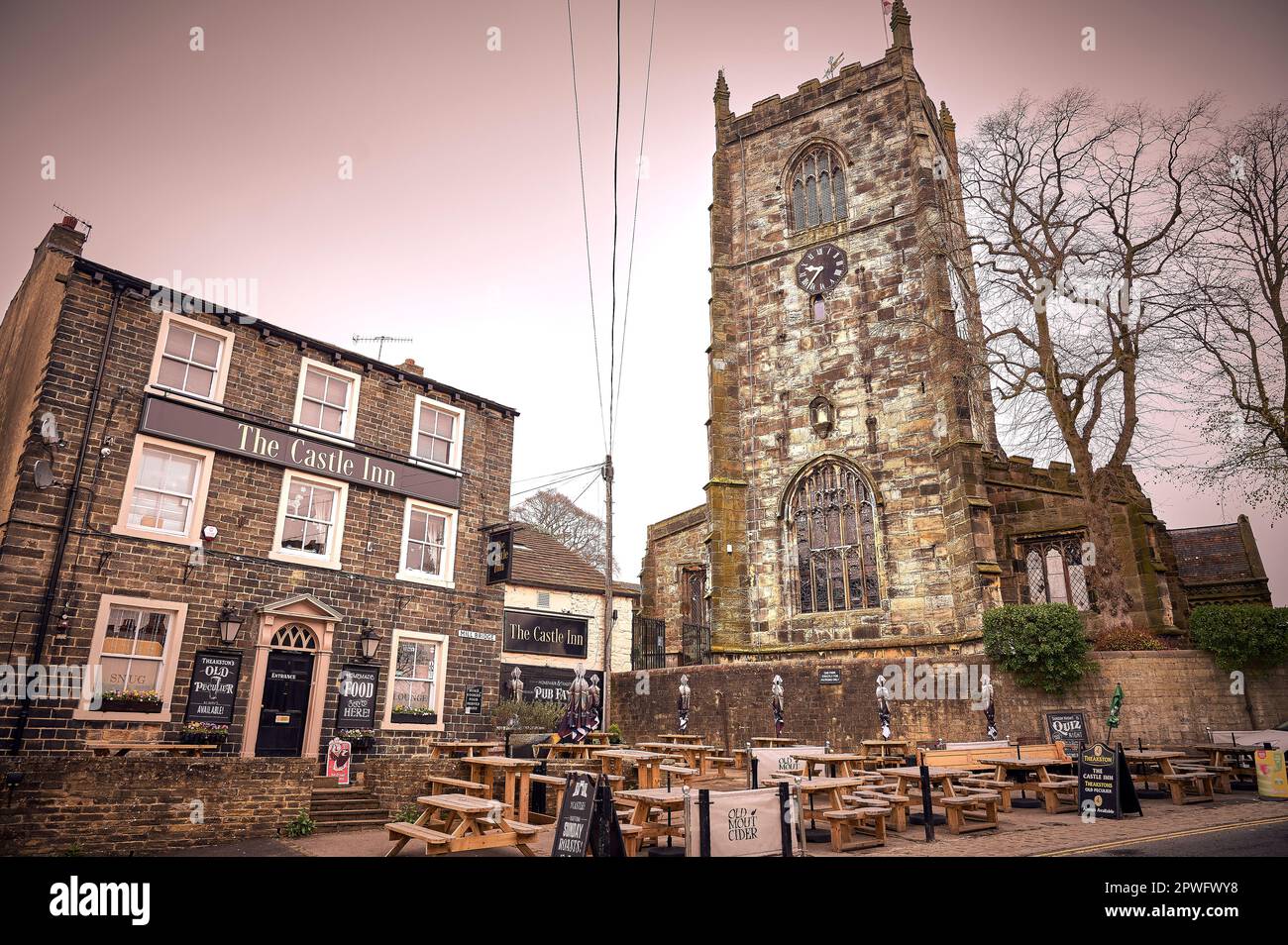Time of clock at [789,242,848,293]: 9:36
